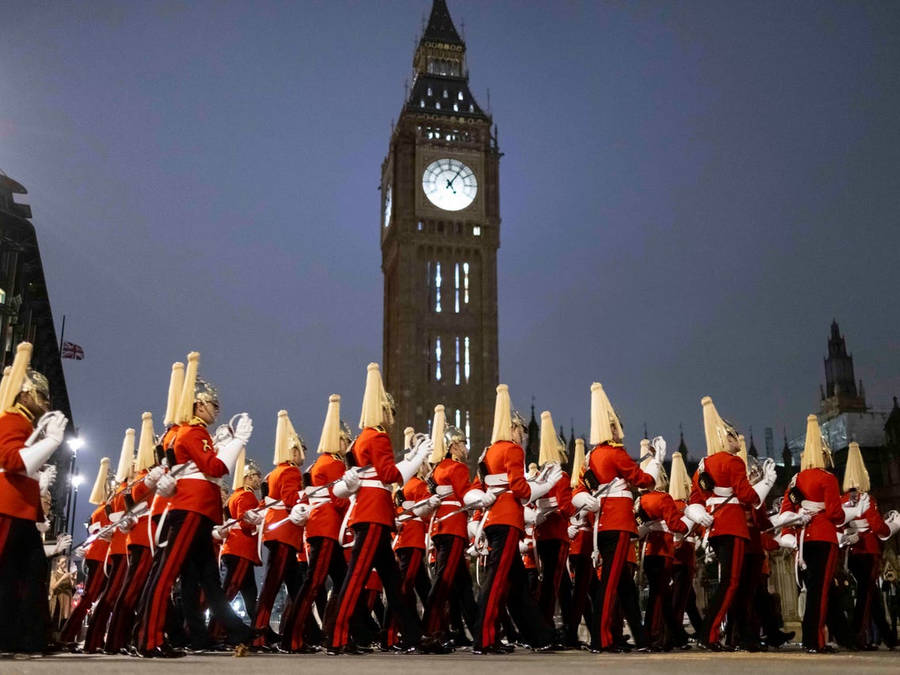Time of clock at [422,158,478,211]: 5:06
